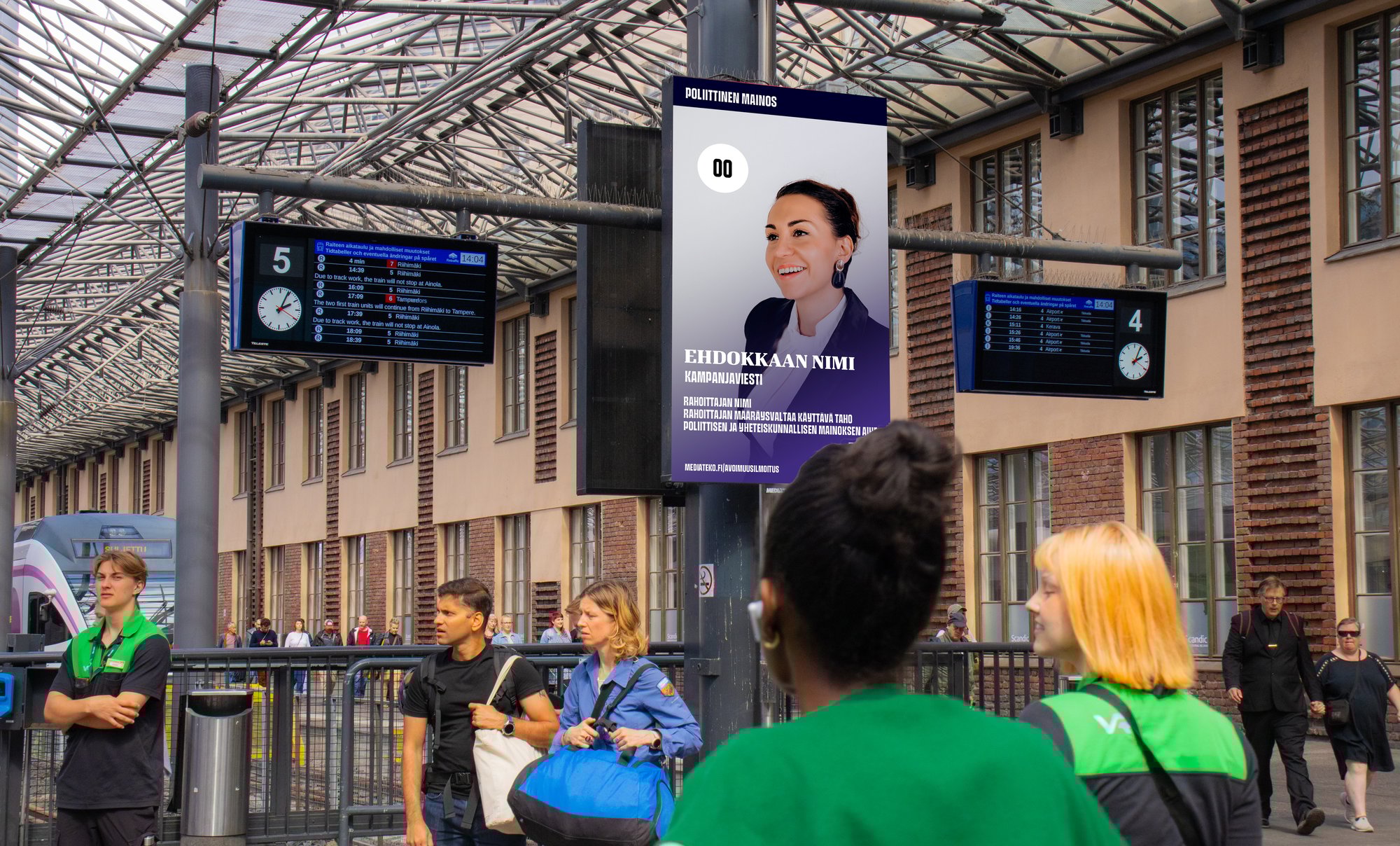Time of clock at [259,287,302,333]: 2:04
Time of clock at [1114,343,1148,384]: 2:04
